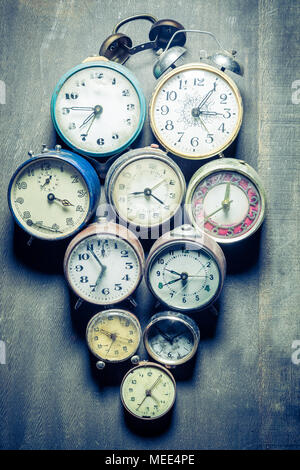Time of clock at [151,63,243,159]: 3:05
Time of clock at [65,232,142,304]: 6:54
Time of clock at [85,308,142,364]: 6:50
